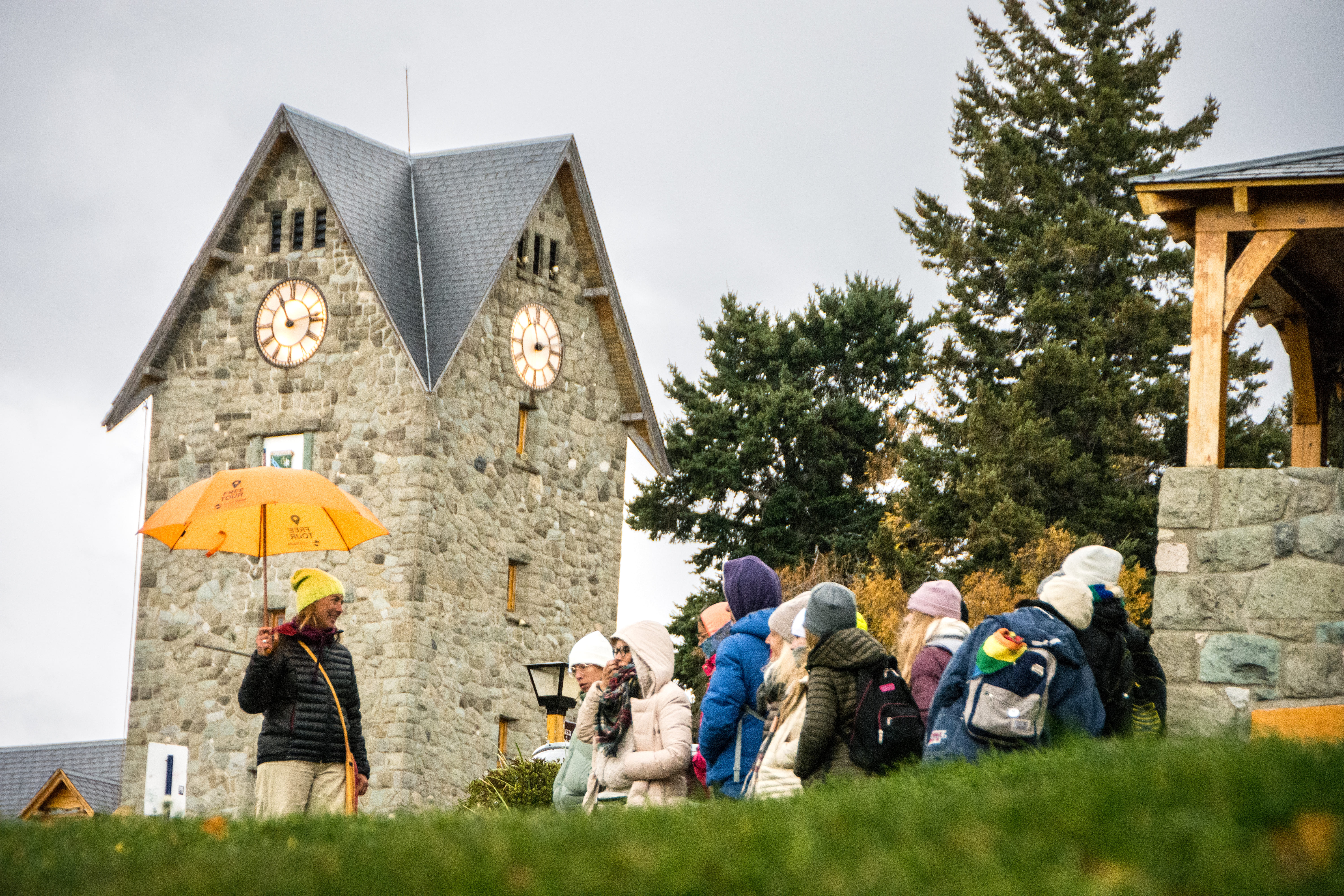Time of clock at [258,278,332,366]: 11:13
